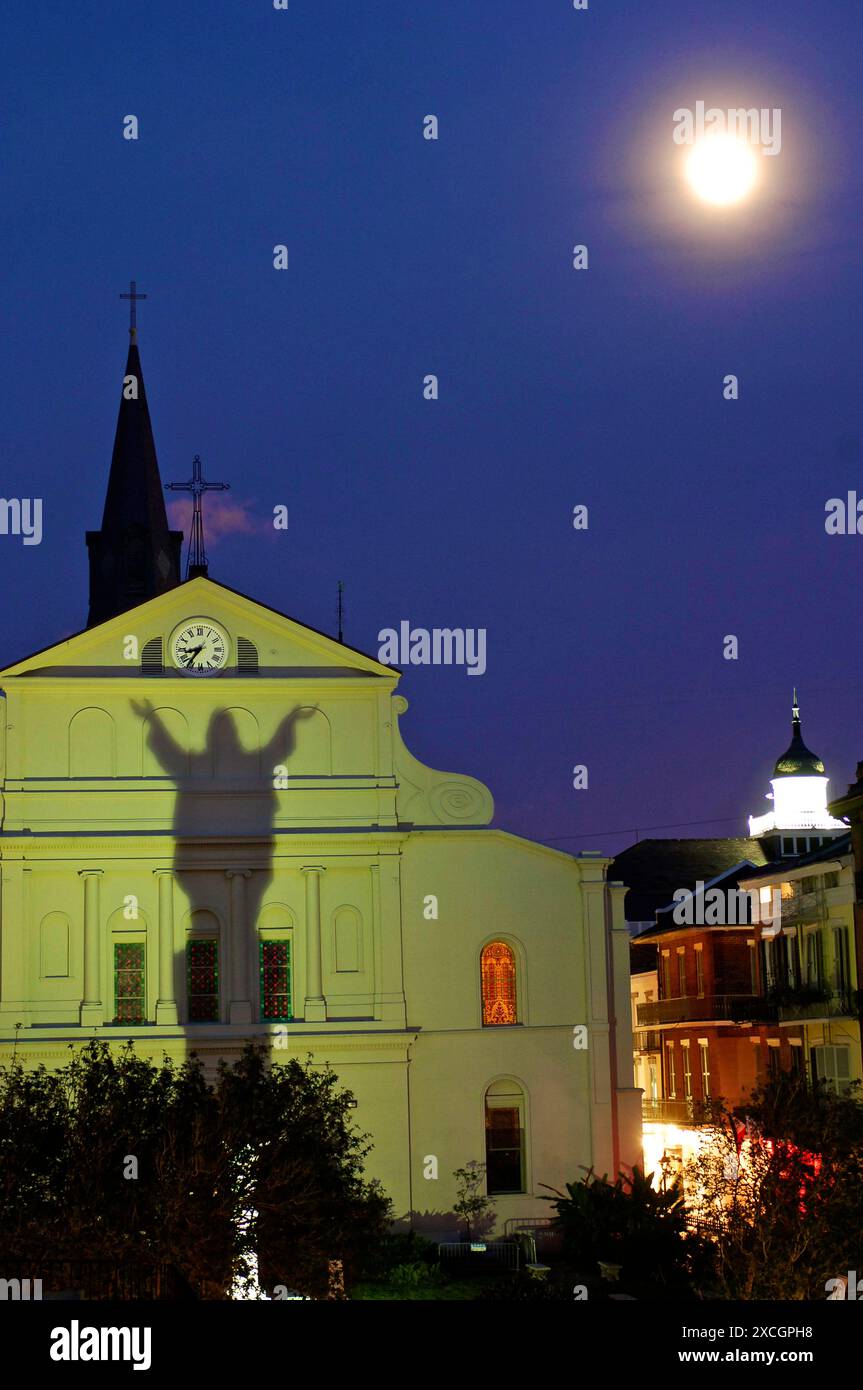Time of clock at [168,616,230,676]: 8:36
